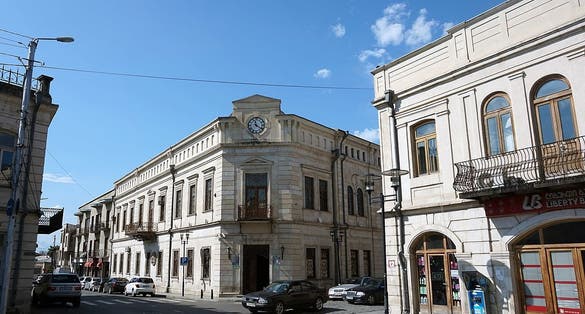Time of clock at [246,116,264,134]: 11:20
